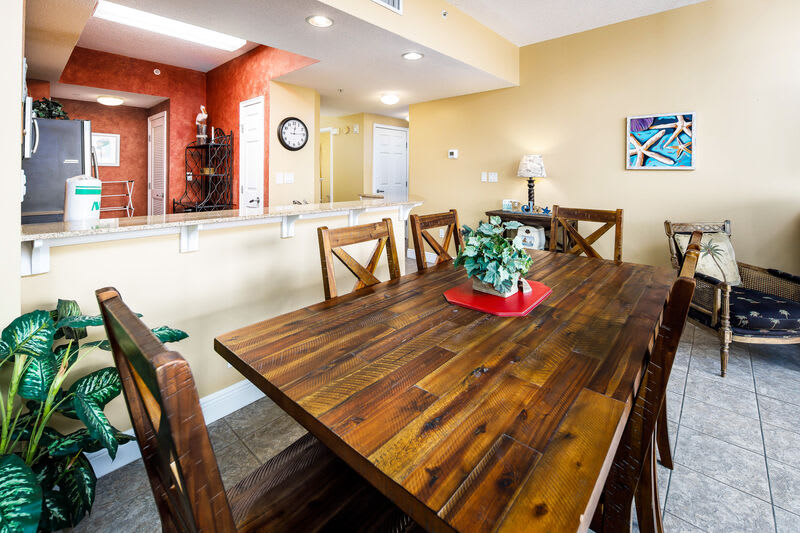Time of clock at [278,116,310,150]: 12:14
